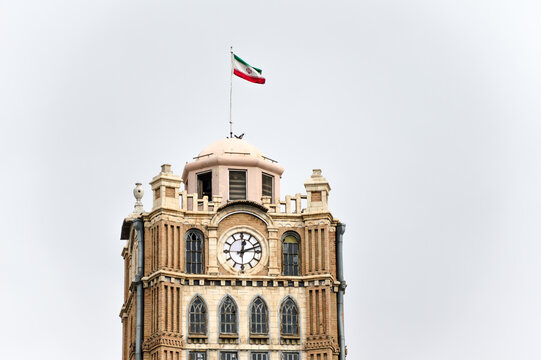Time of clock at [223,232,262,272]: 12:11
